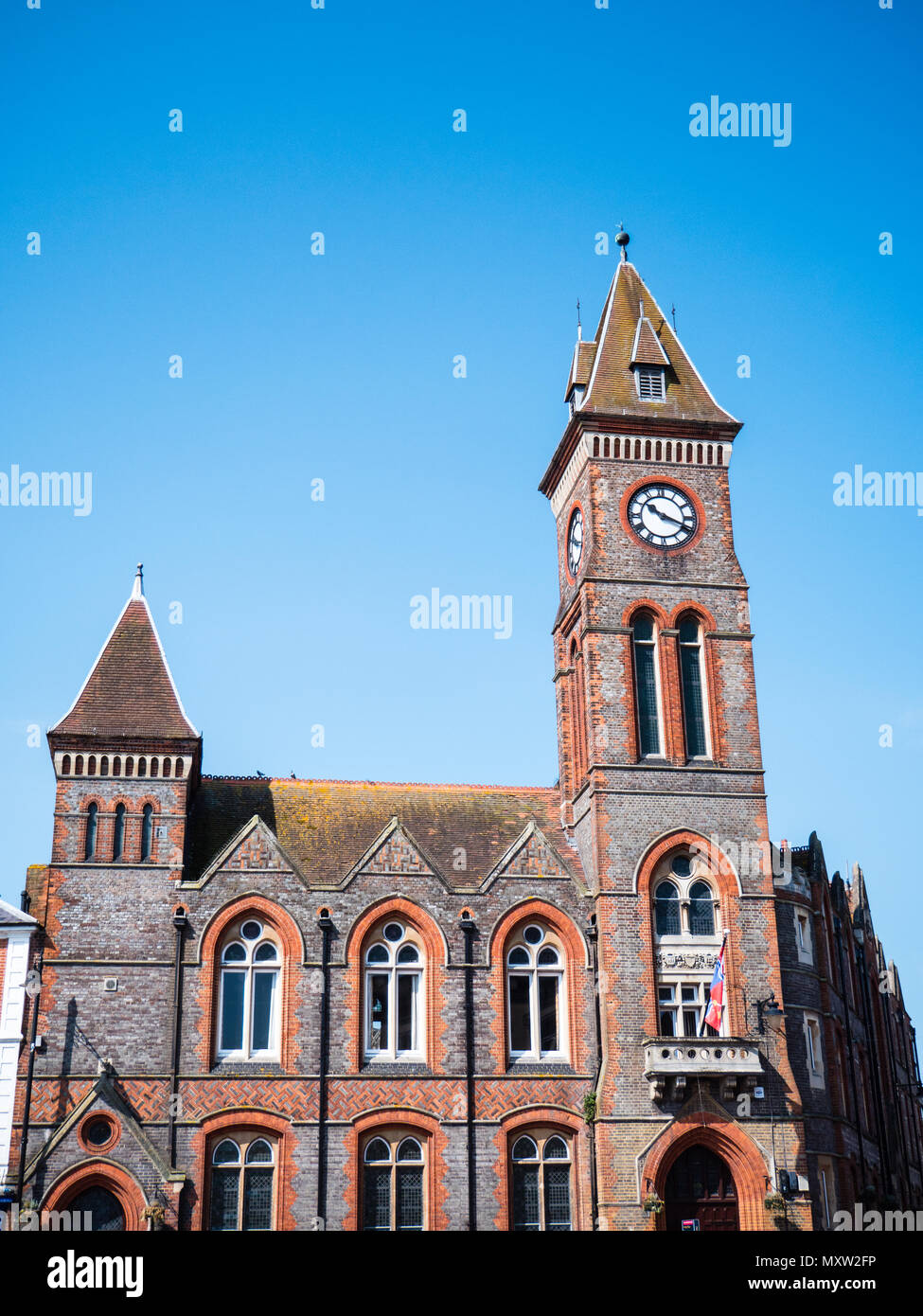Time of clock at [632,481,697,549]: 10:18
